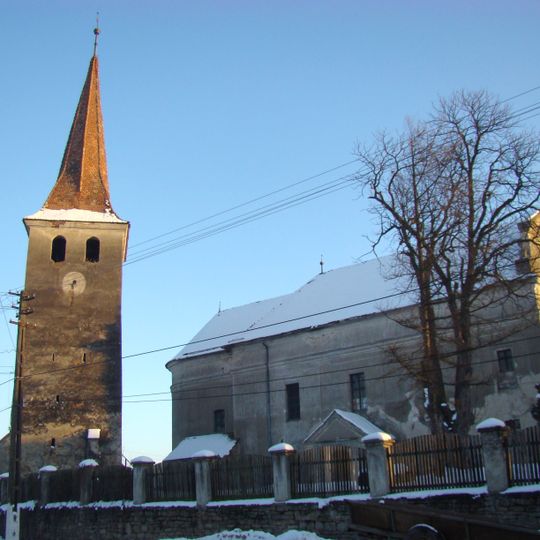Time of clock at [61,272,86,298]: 7:32
